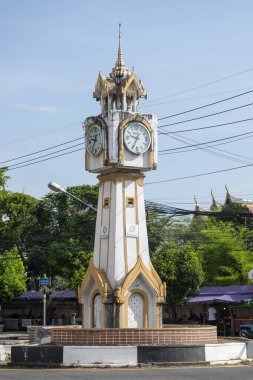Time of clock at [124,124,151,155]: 9:34
